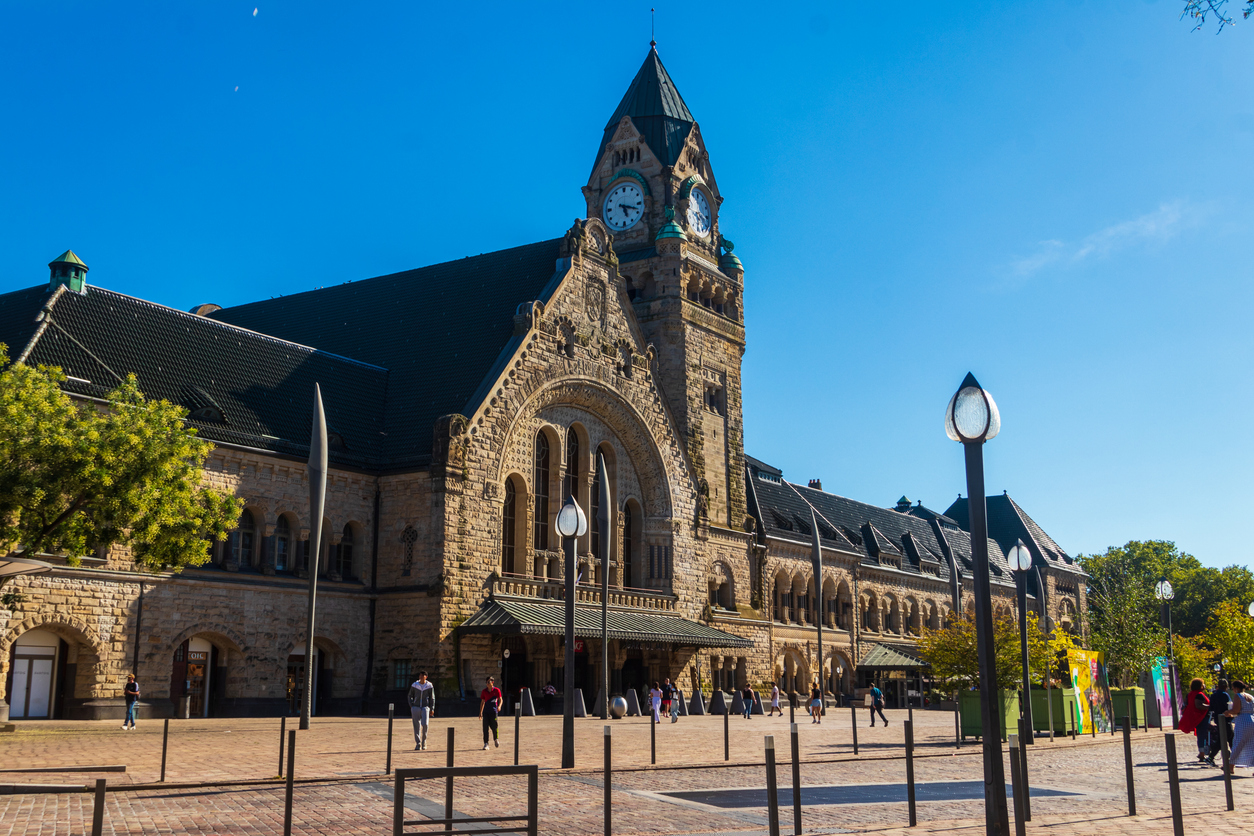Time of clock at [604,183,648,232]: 5:18
